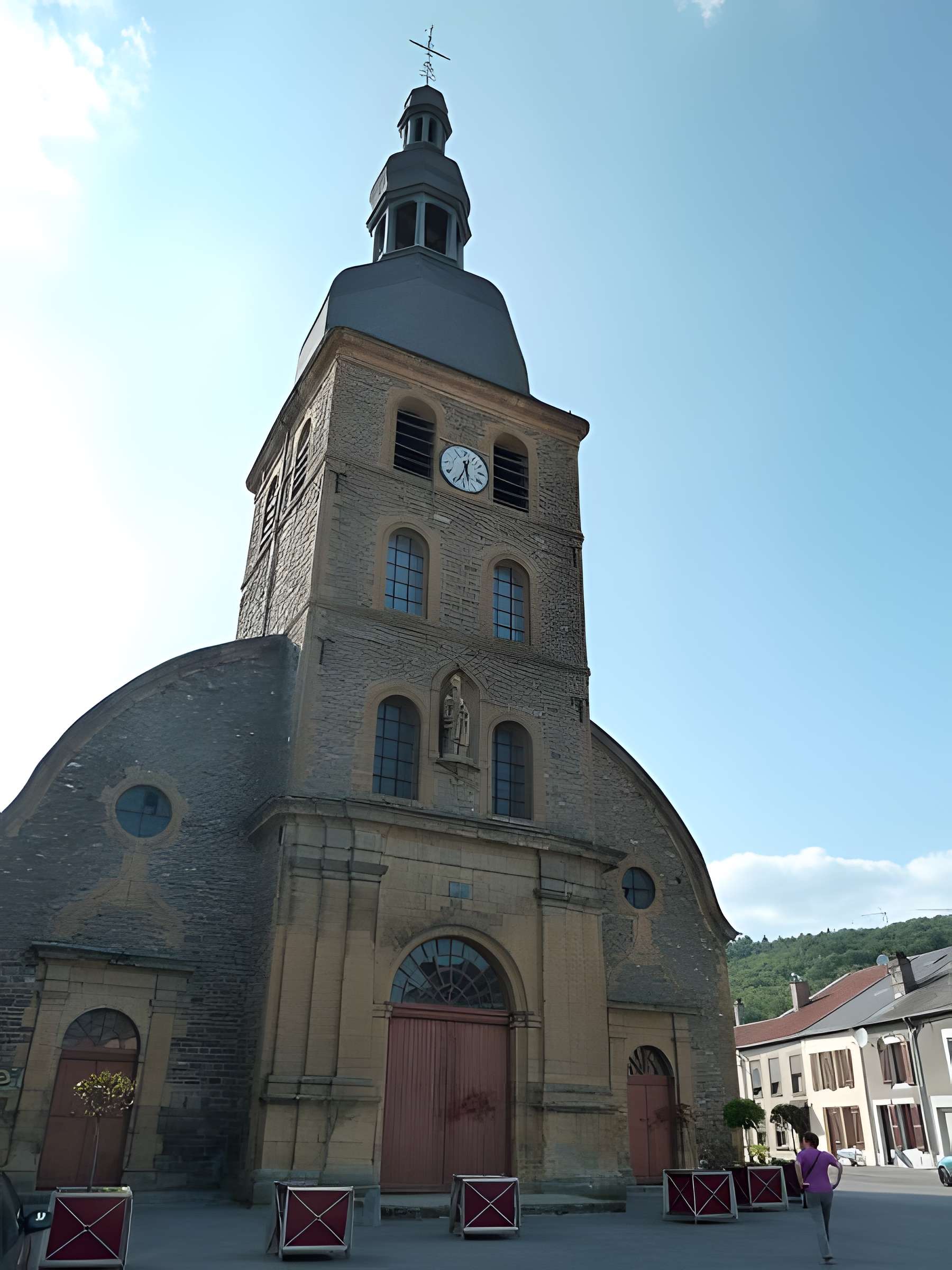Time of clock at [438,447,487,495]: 5:33
